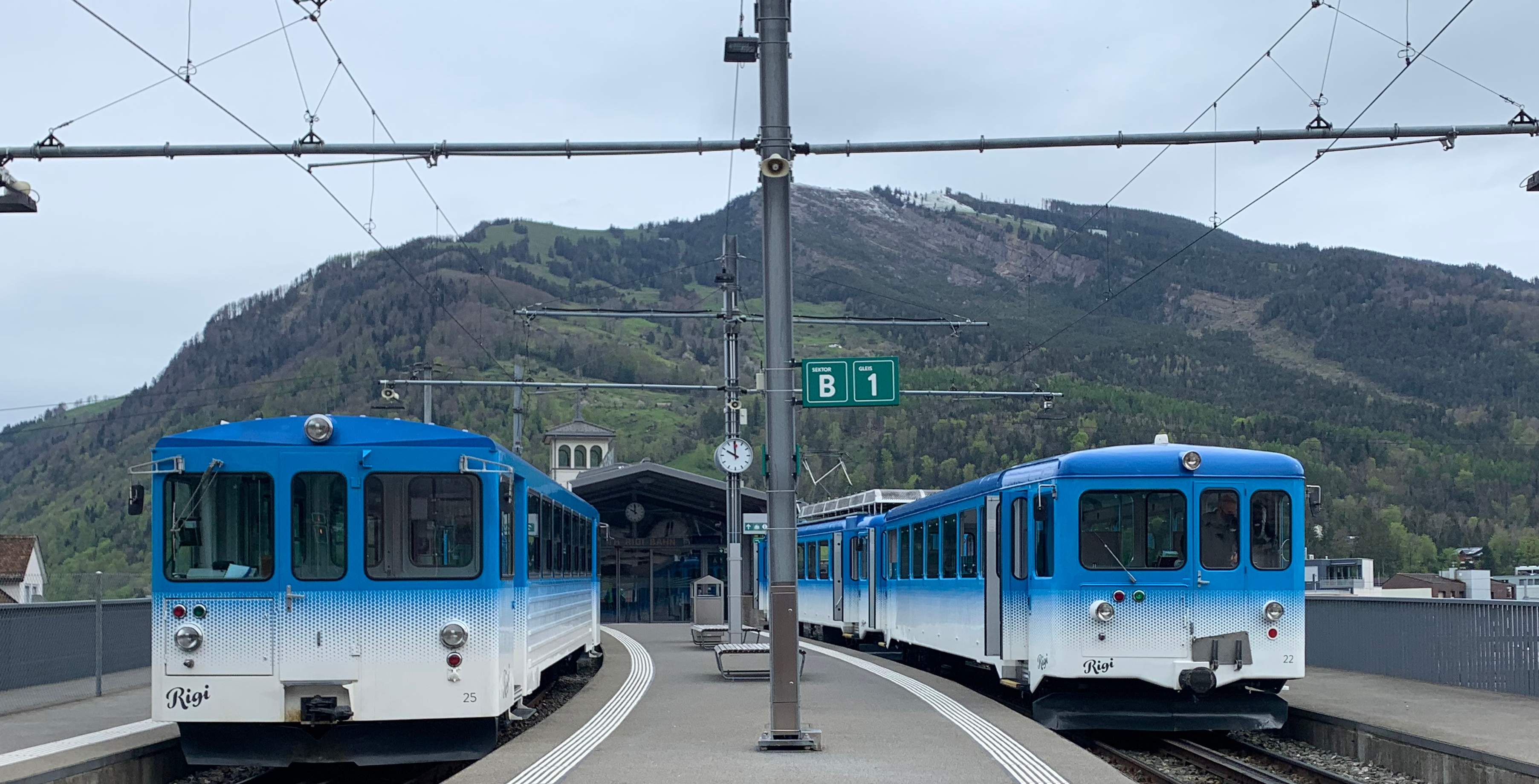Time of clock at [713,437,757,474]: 9:59
